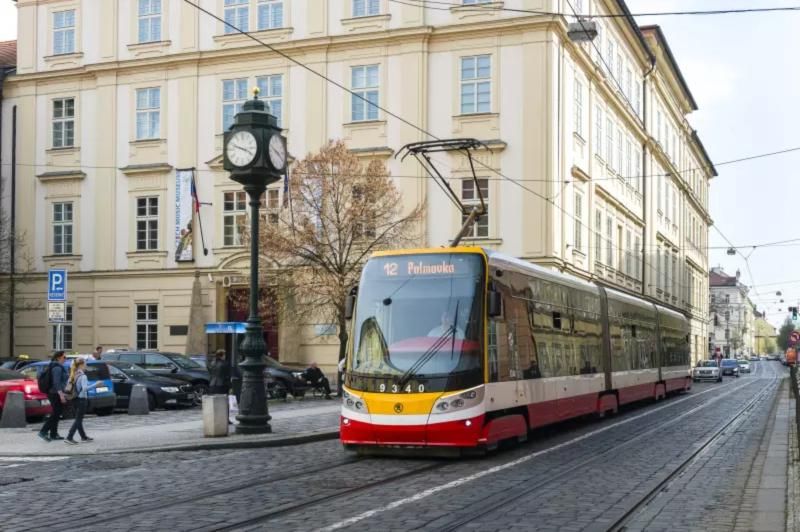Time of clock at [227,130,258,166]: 3:48
